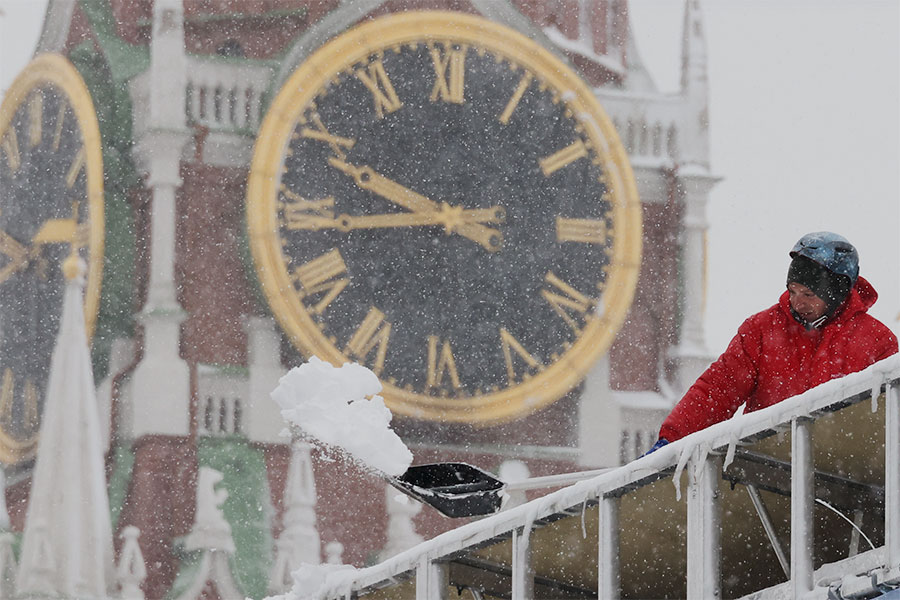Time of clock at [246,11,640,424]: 9:44
